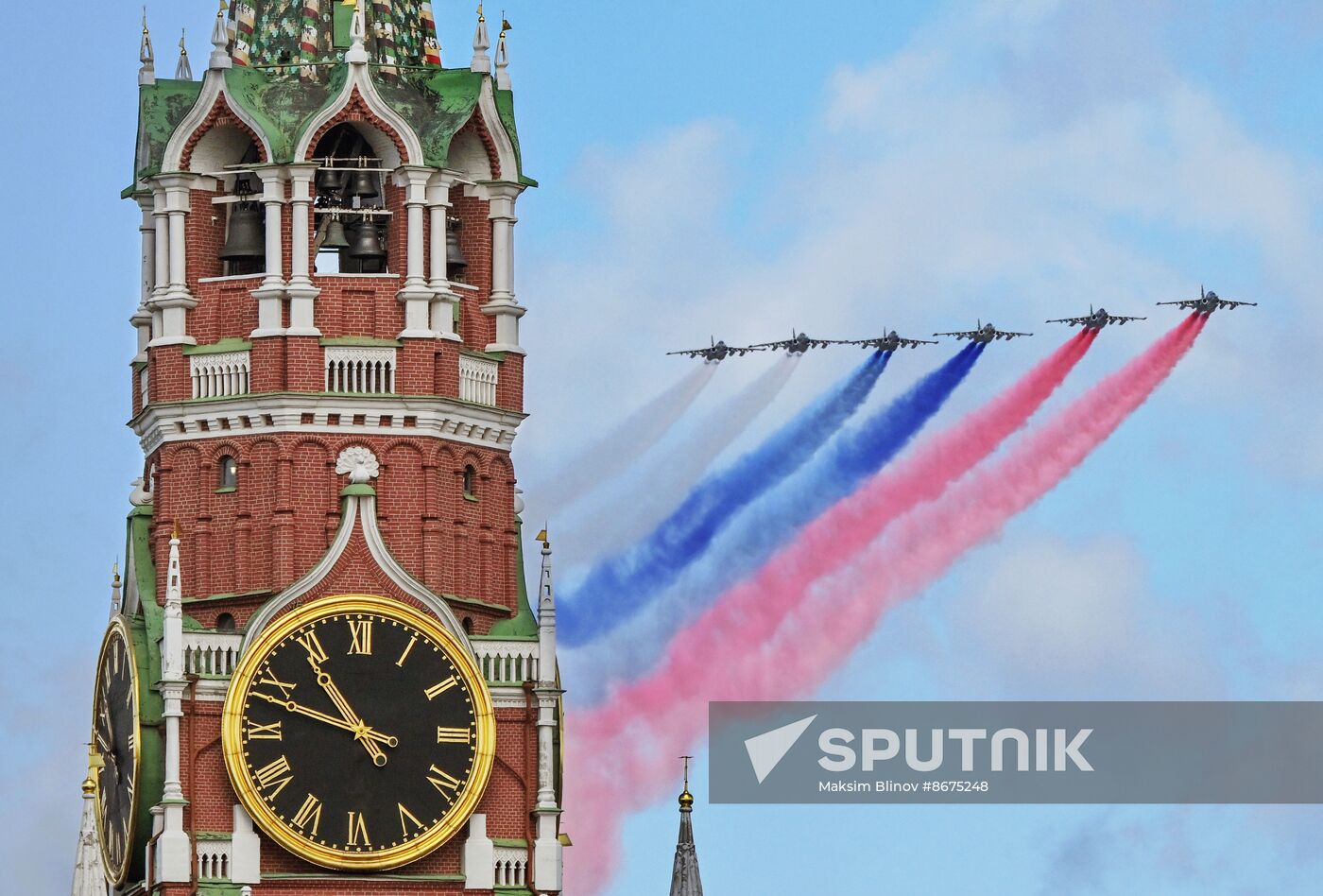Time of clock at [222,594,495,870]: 10:48
